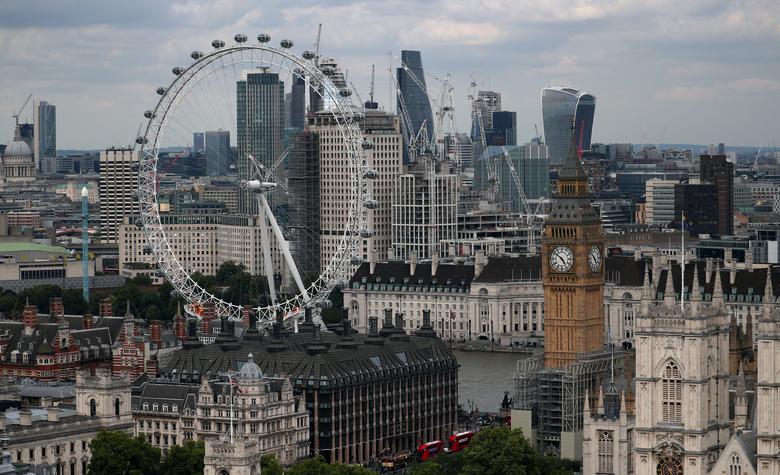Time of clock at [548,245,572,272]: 4:51
